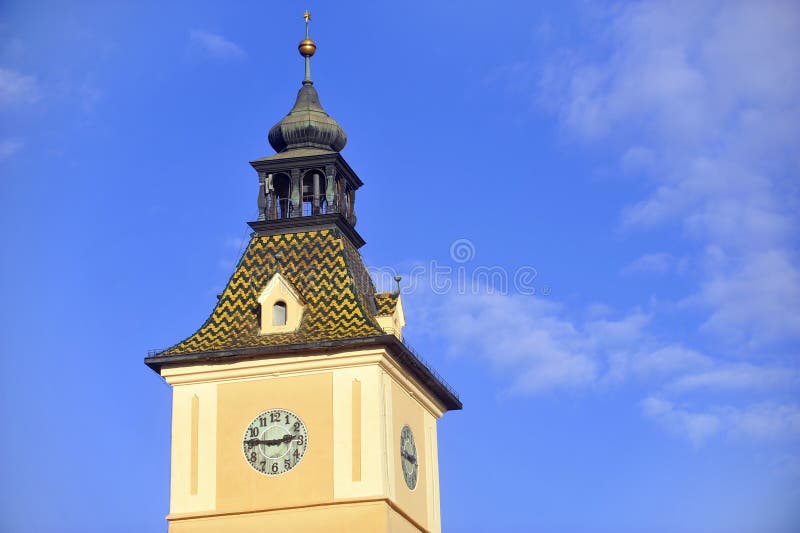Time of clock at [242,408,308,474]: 2:46
